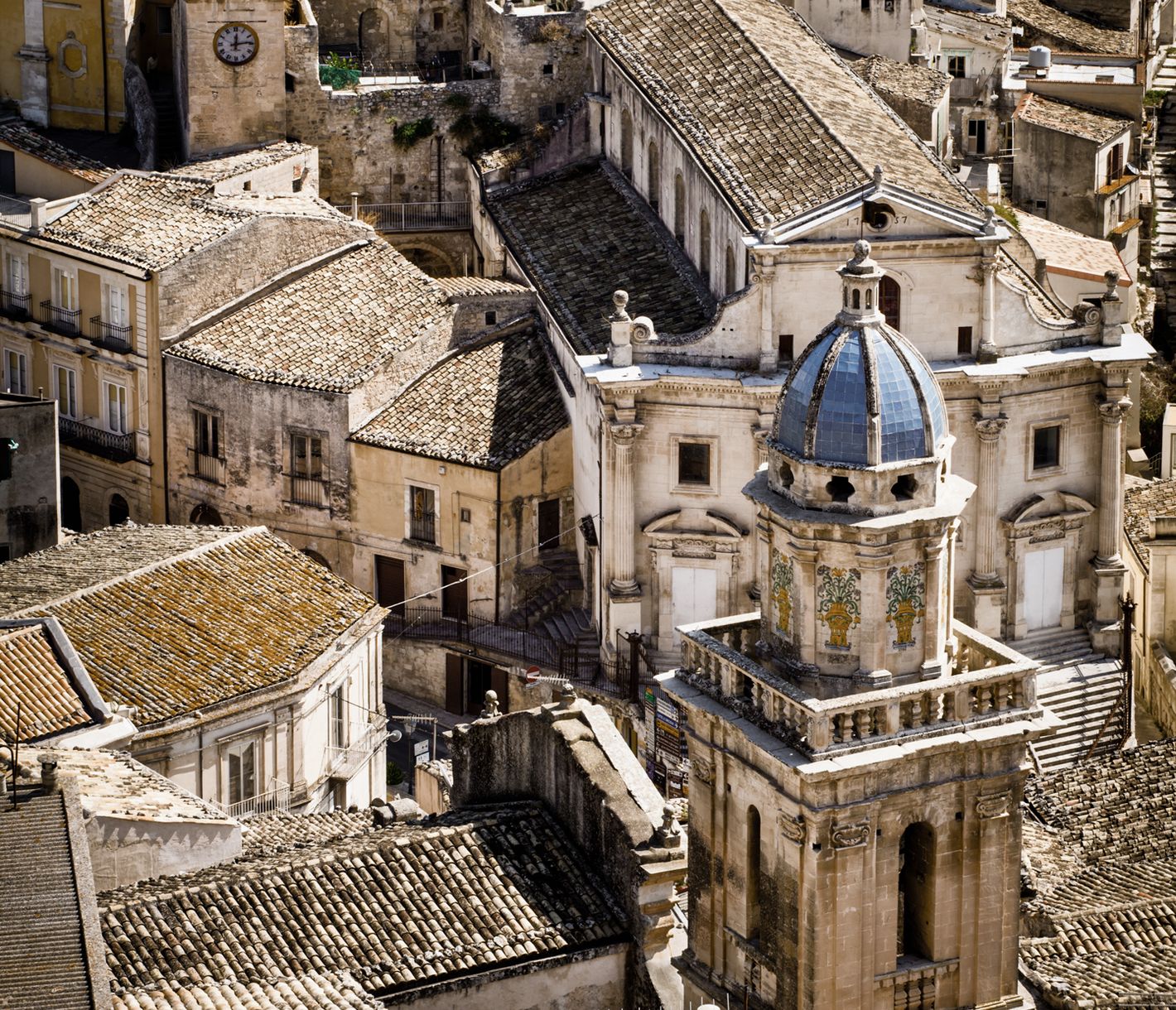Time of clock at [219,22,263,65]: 12:13
